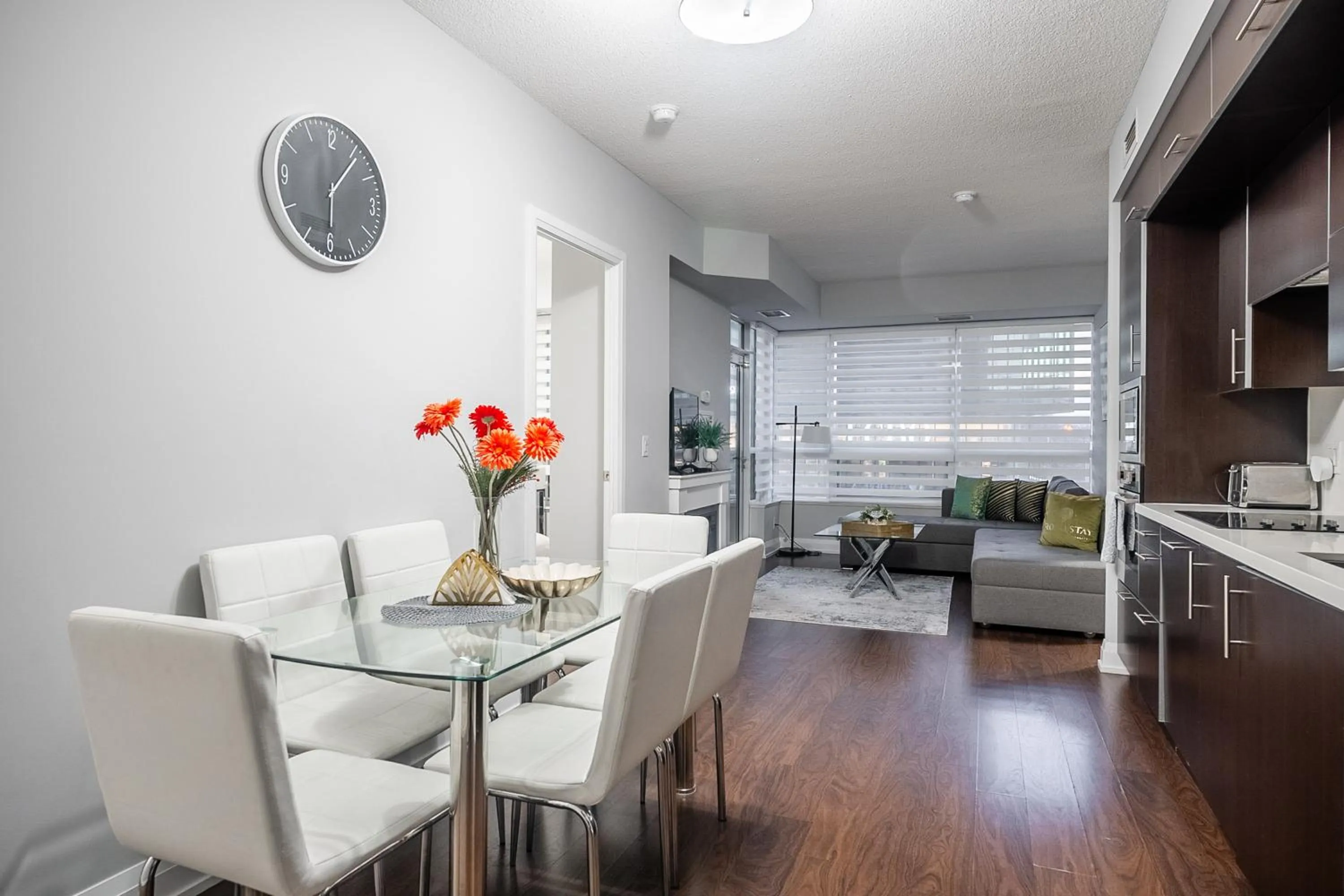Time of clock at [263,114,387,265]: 6:06
